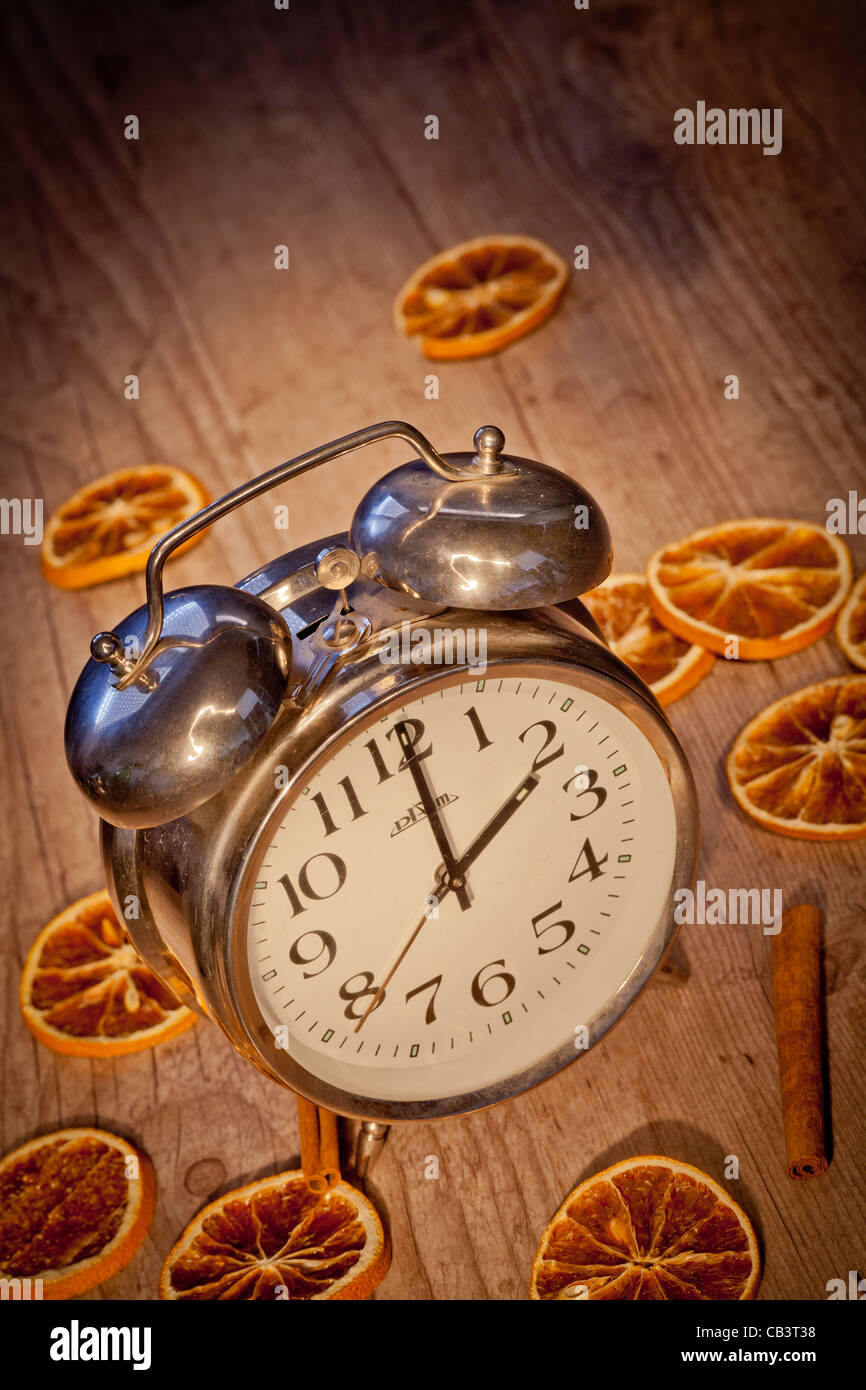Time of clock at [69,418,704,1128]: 2:00
